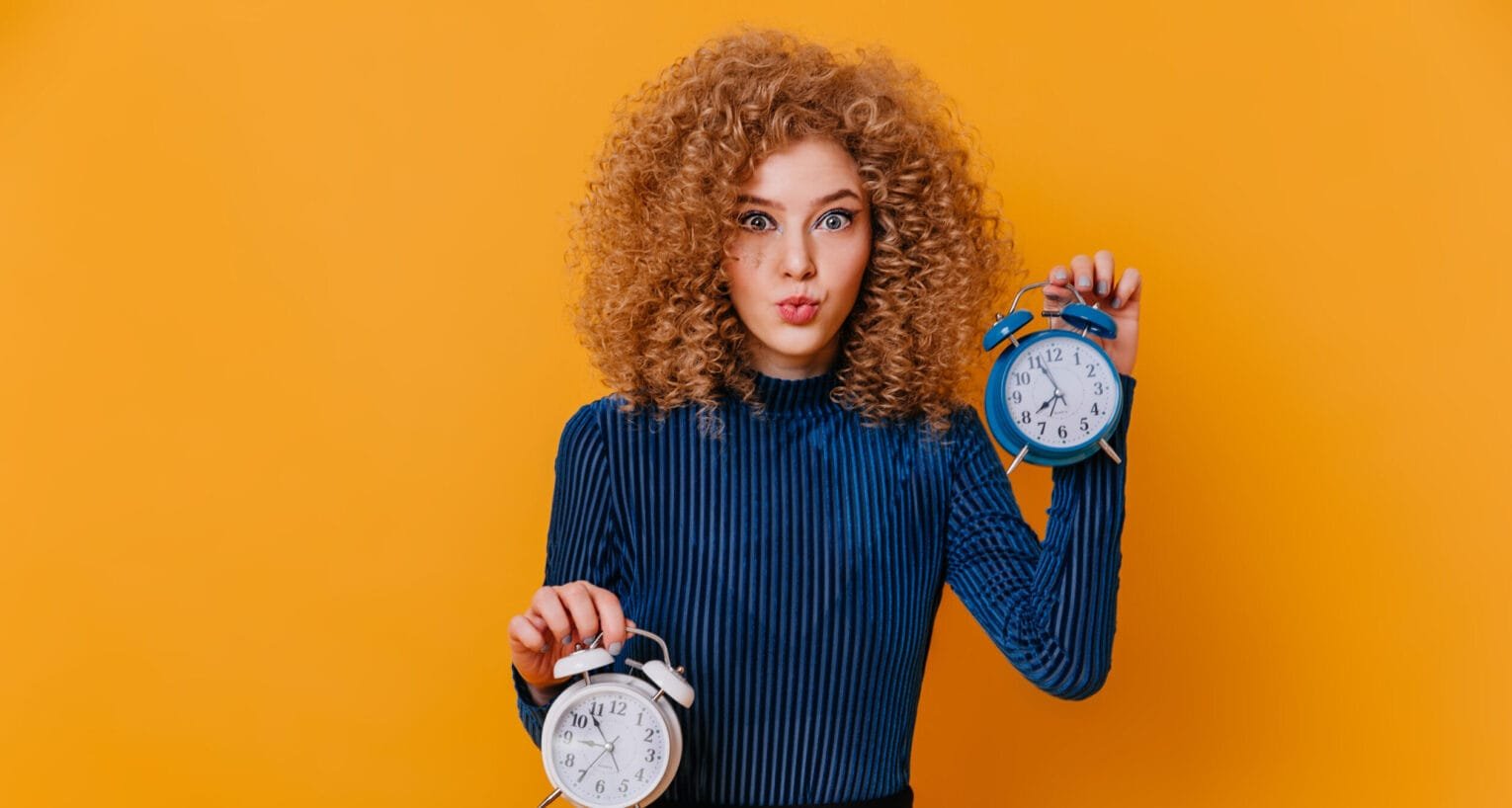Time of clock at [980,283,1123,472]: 7:55
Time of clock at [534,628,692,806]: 8:53
